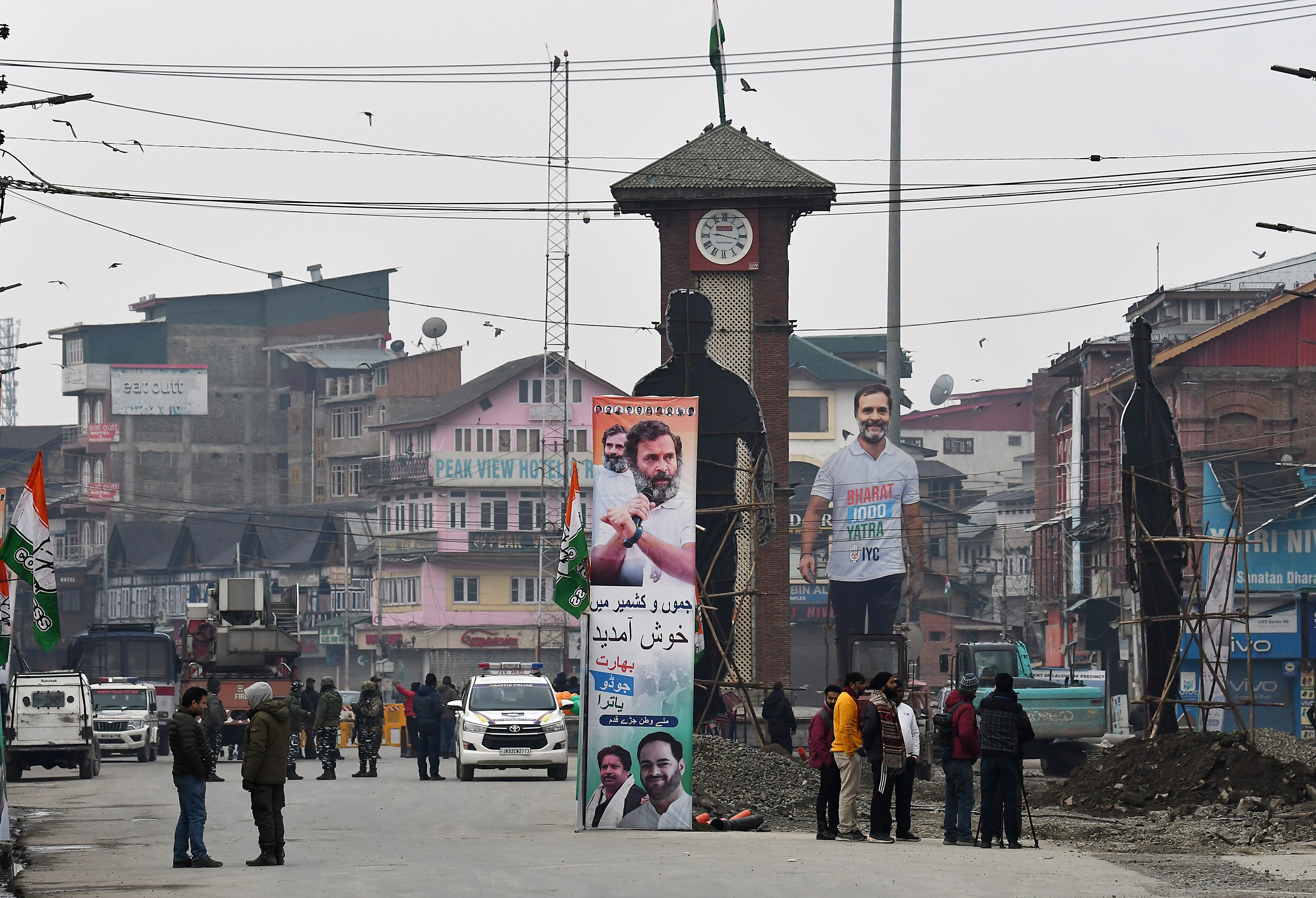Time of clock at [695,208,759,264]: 9:17
